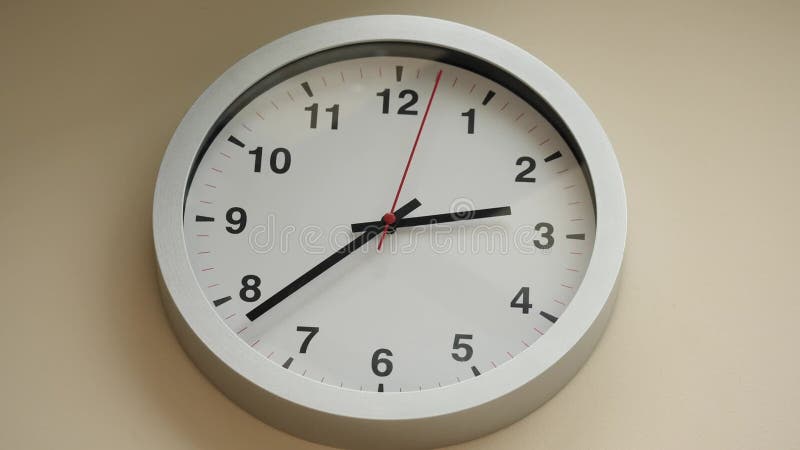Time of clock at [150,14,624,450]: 2:38
